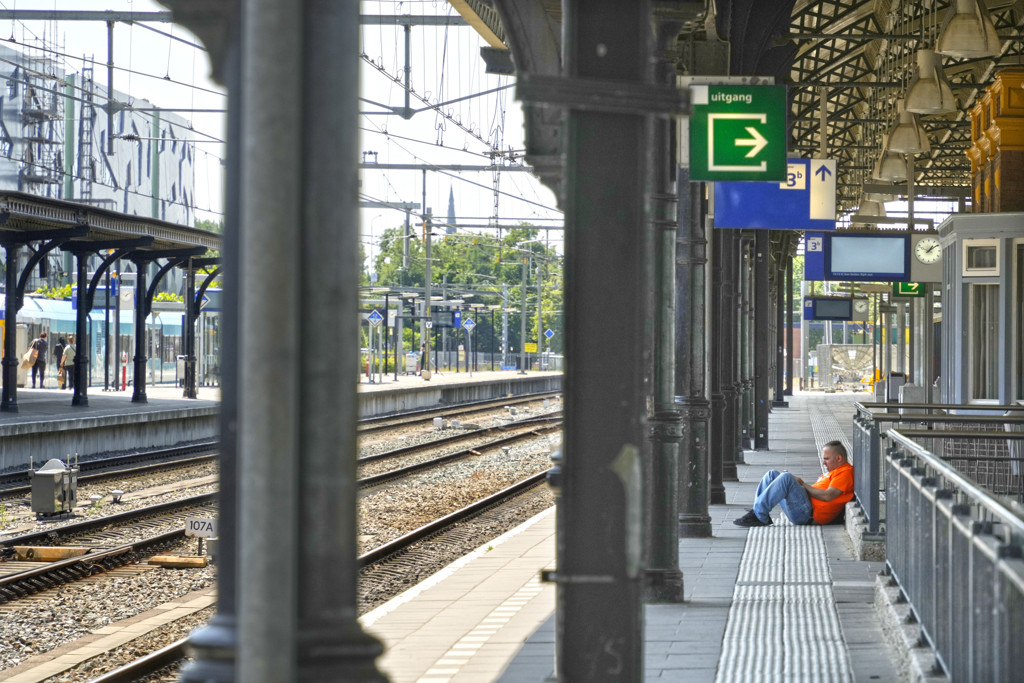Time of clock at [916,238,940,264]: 1:09
